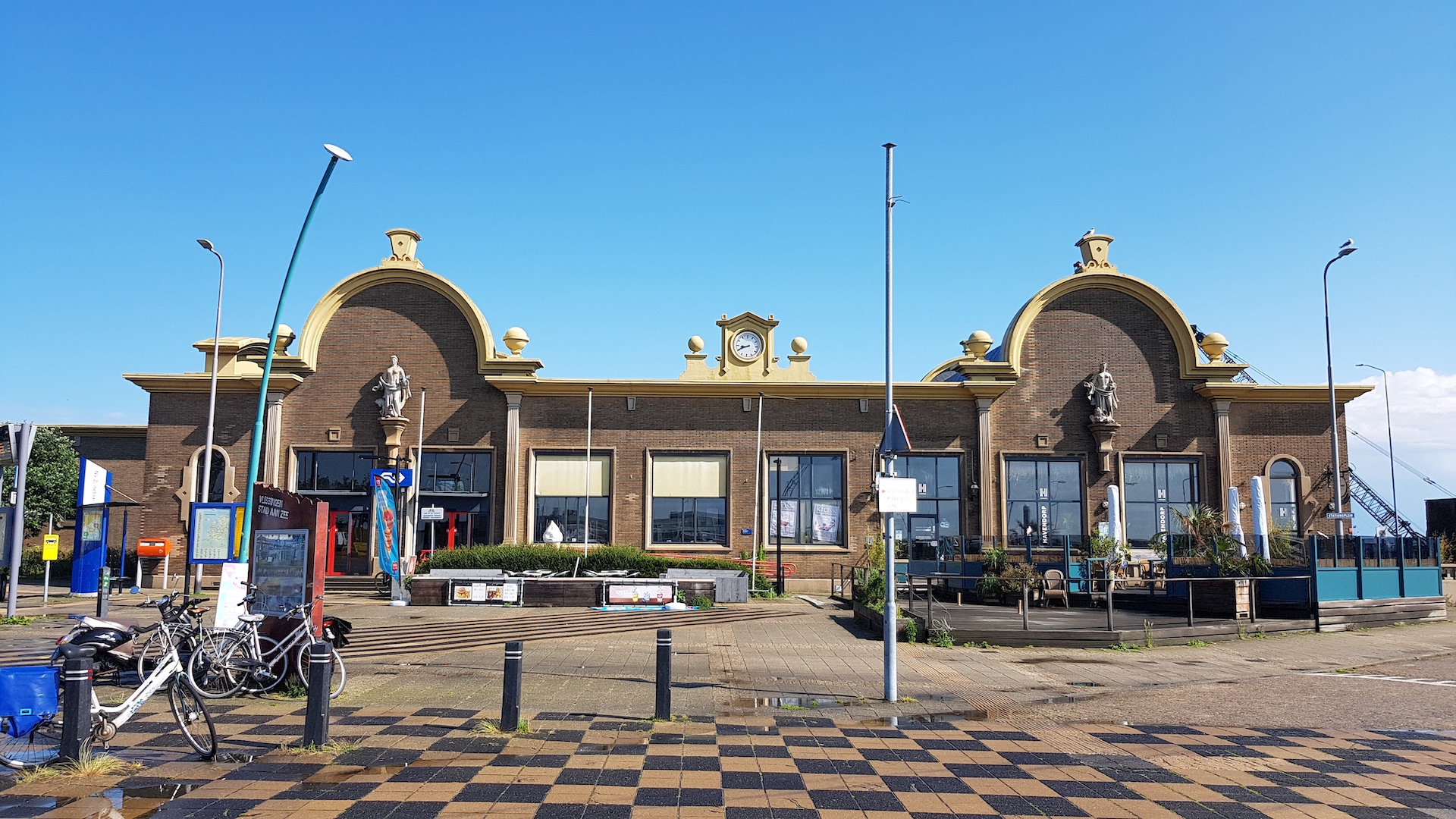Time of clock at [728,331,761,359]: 8:40
